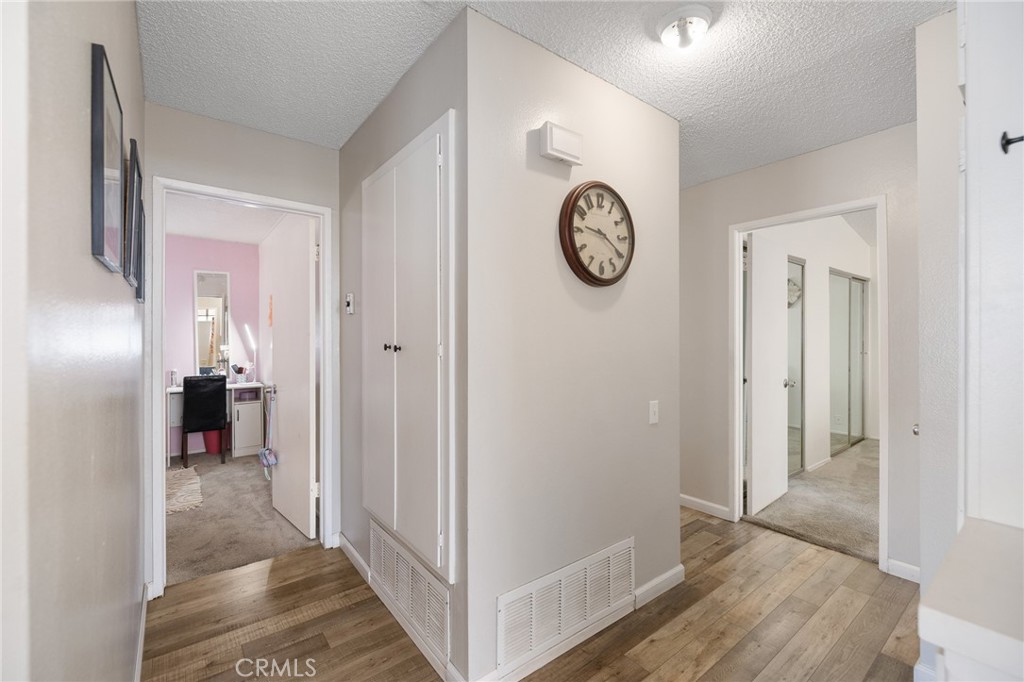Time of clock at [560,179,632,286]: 9:20
